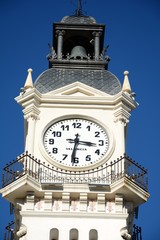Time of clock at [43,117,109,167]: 3:31
